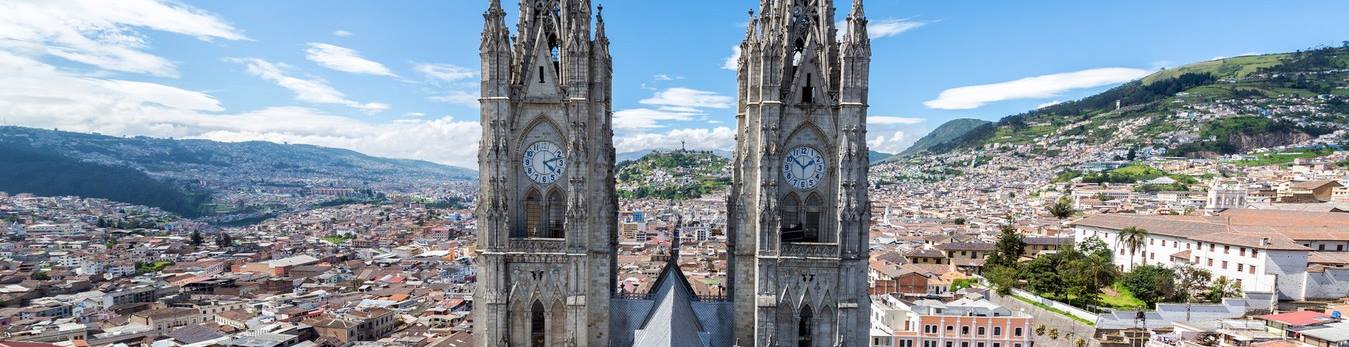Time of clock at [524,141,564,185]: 4:12
